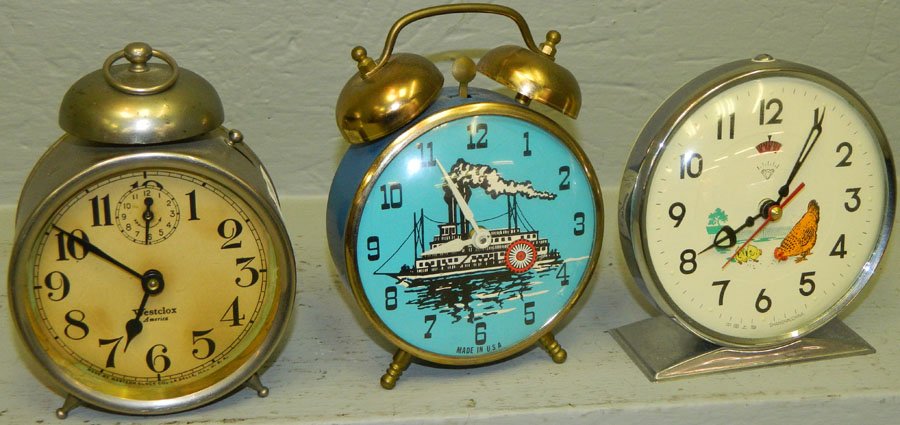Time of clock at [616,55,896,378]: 8:05
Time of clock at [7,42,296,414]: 6:50
